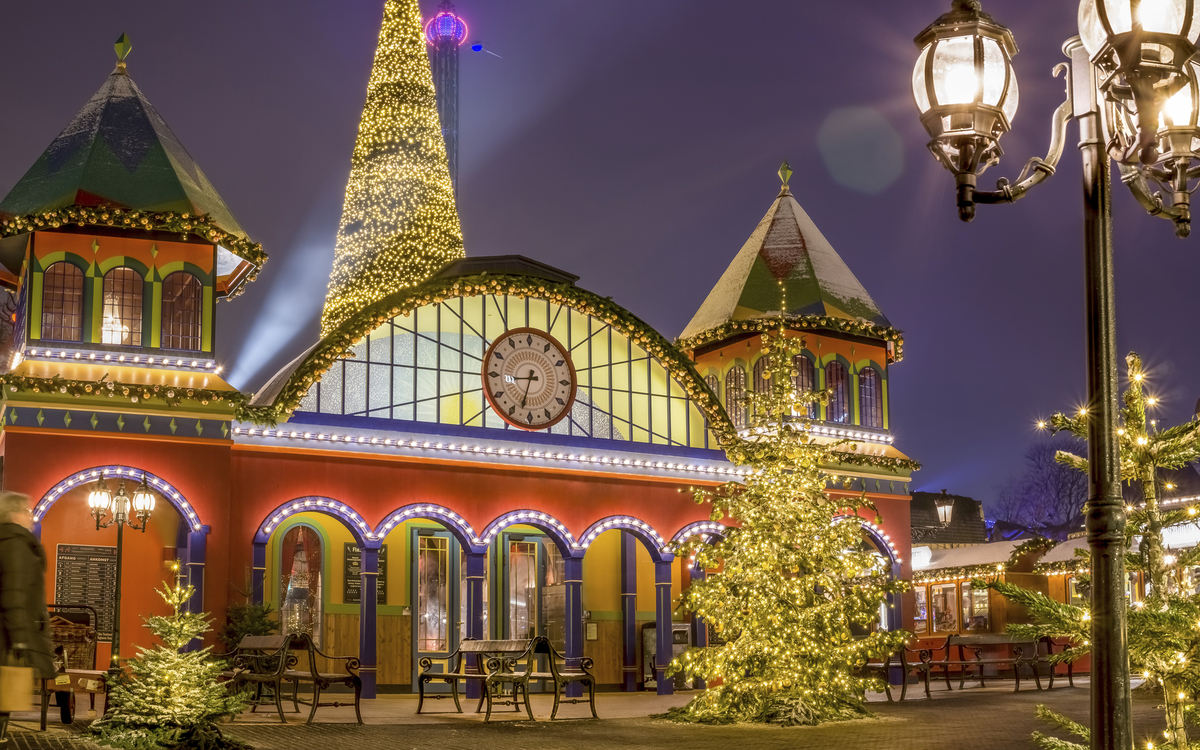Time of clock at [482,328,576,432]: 8:33
